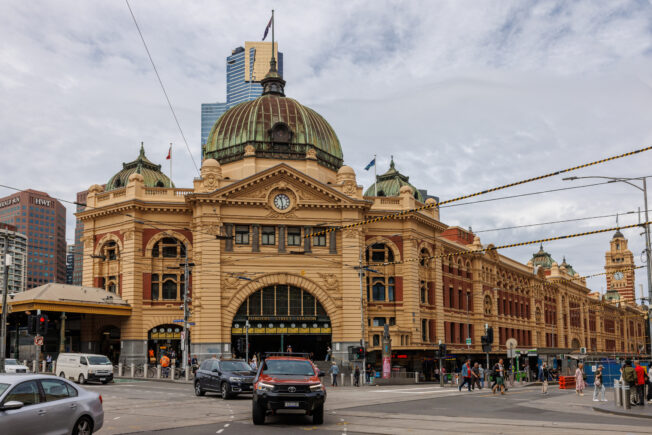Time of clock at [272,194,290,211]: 11:28
